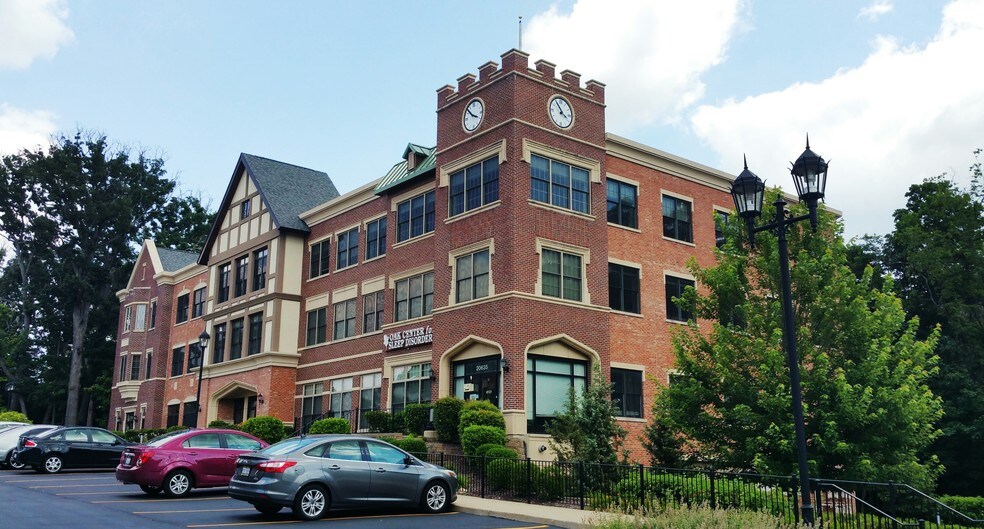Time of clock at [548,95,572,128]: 3:54
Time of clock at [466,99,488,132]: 3:52
